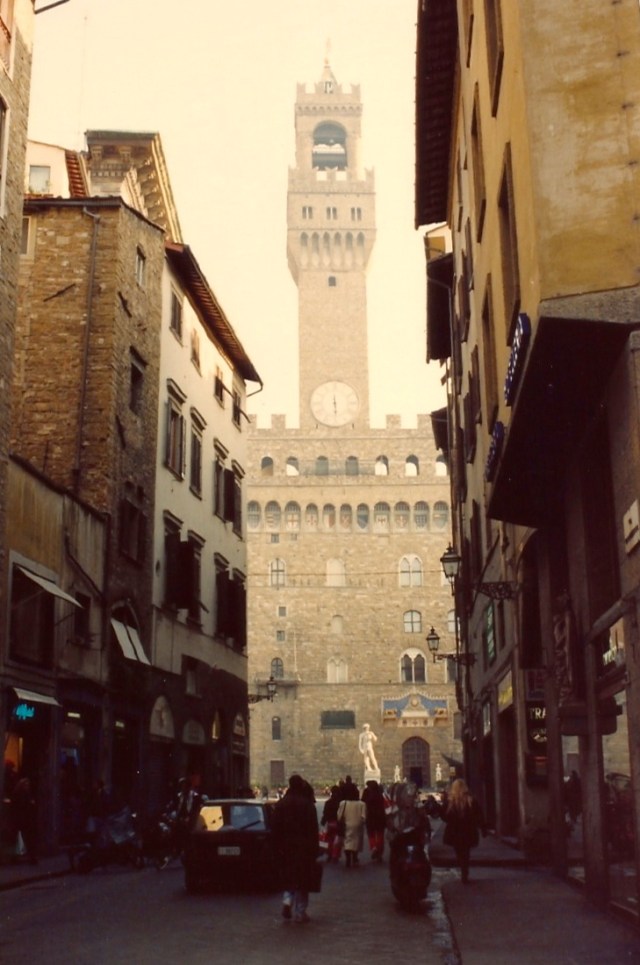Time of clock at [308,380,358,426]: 5:30
